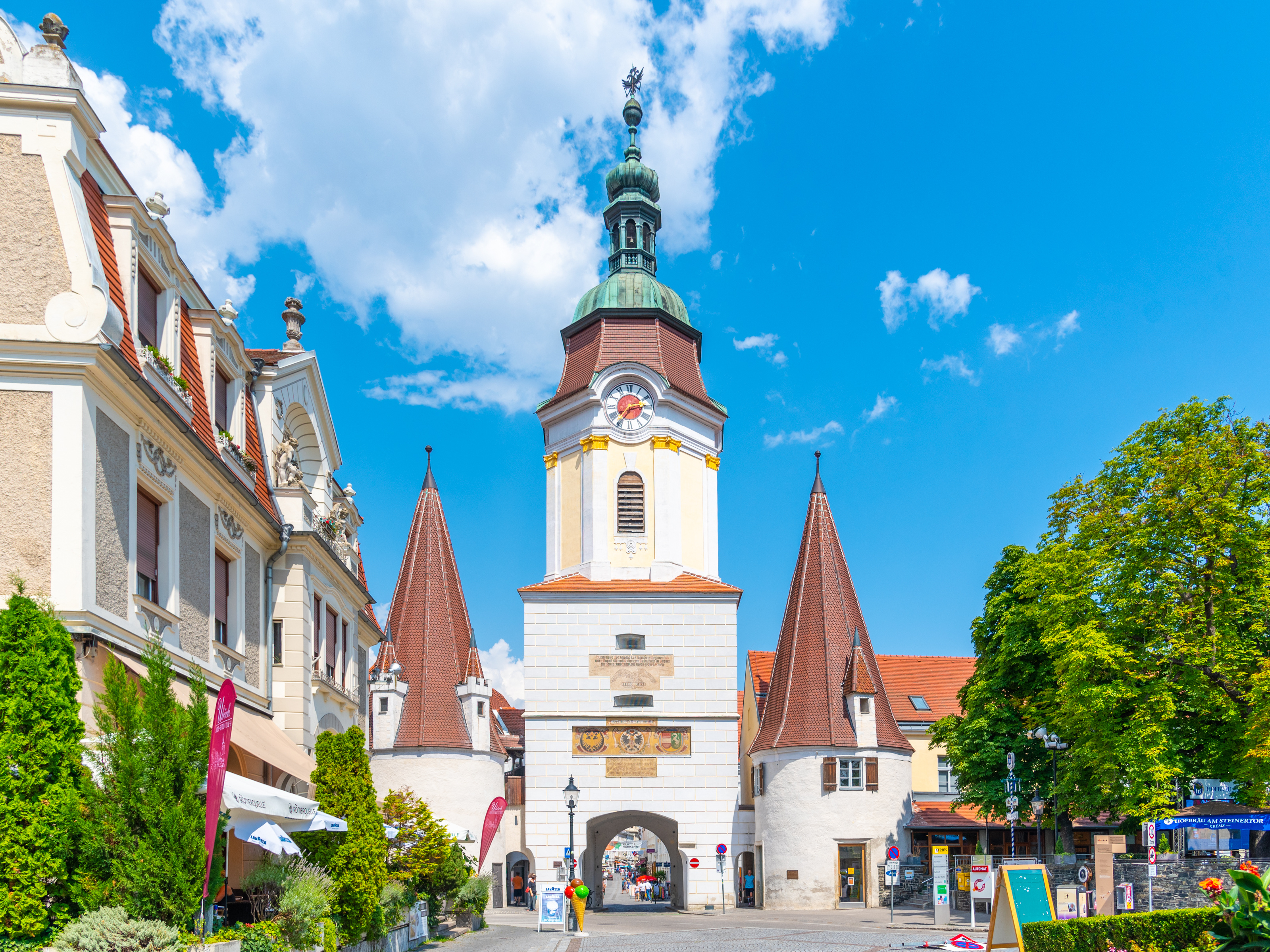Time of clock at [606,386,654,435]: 2:36
